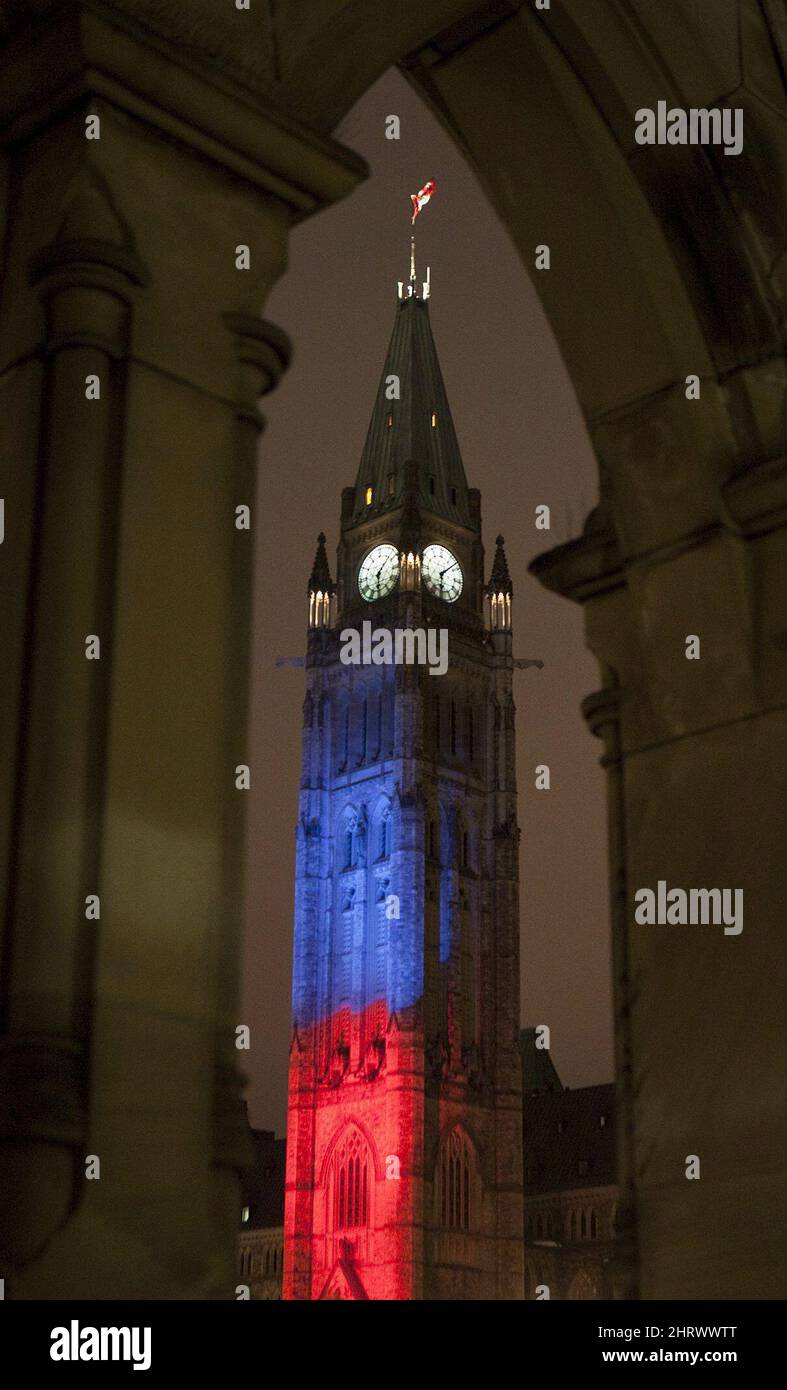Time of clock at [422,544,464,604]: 6:07
